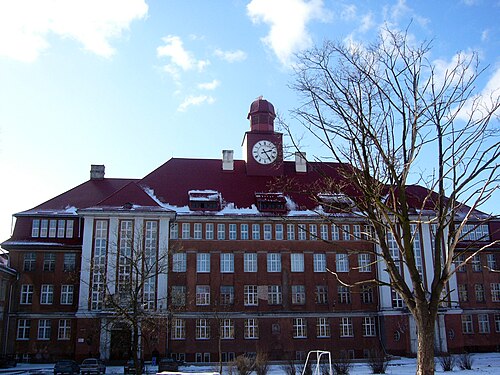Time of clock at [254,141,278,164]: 2:24
